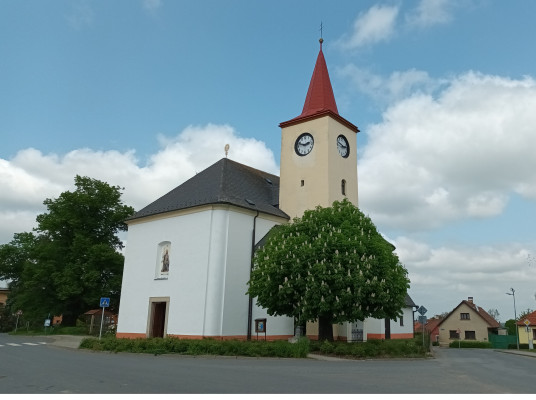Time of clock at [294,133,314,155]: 2:48
